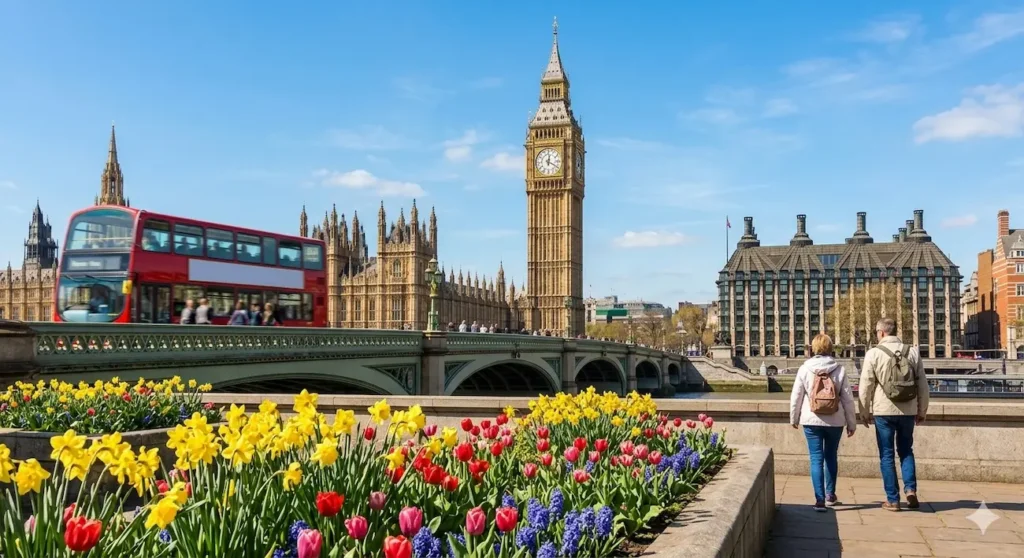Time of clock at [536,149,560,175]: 12:19
